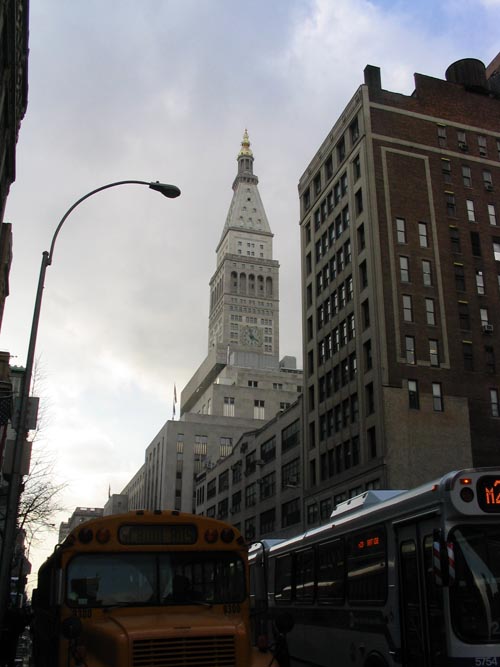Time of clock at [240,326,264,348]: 3:58
